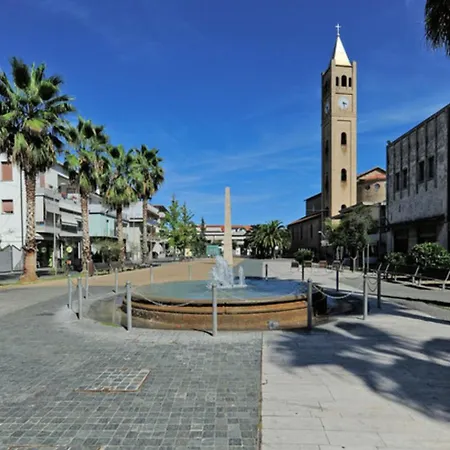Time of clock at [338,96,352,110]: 3:28
